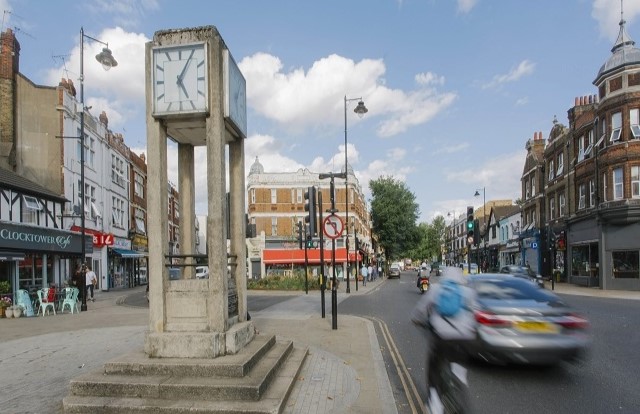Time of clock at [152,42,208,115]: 5:05
